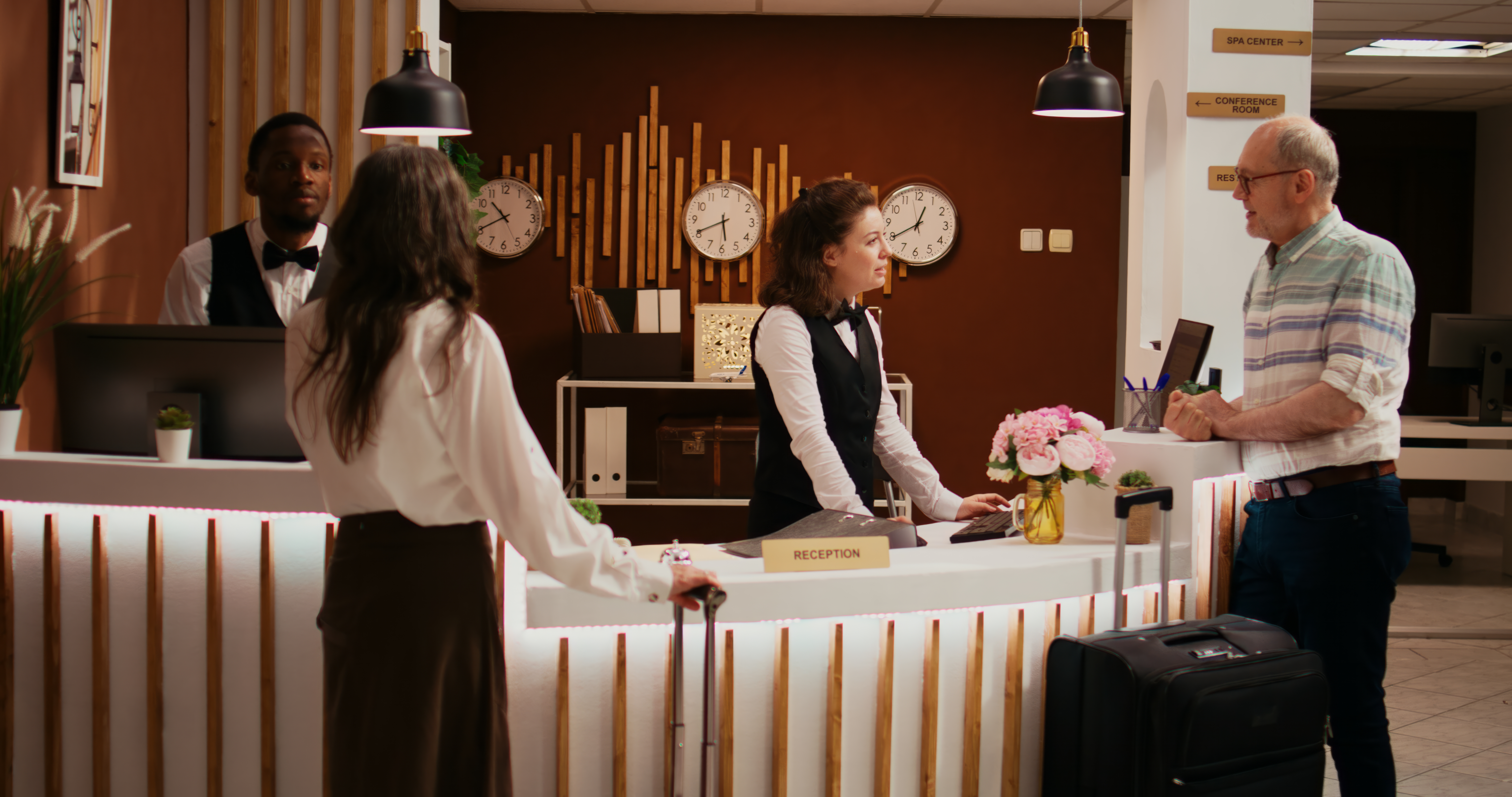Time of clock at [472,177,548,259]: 10:40
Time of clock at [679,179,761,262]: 5:40
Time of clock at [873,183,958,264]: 12:39
